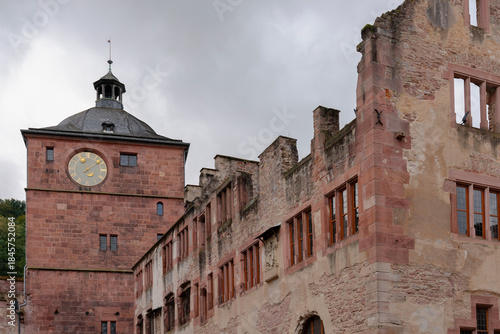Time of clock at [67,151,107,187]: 11:08
